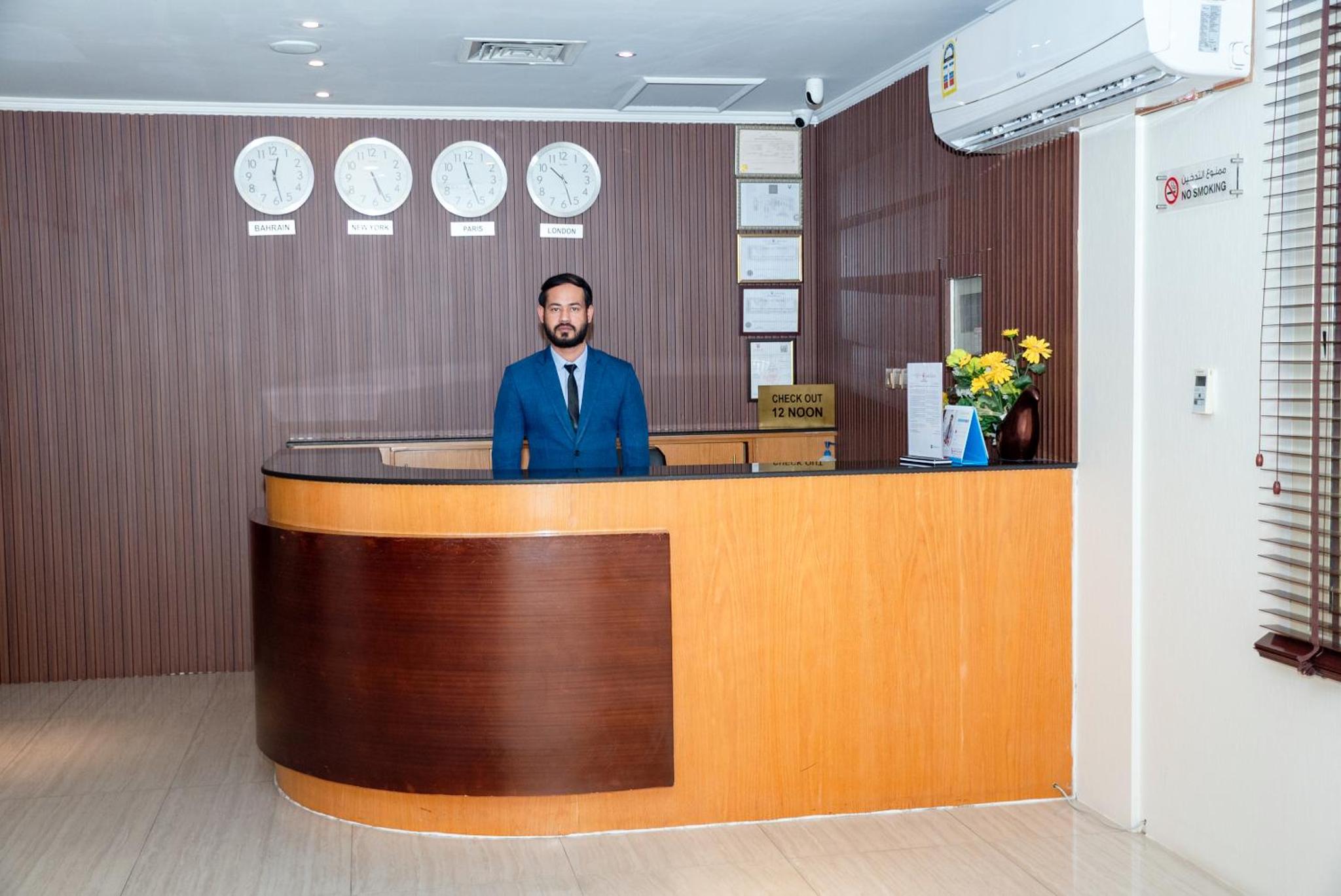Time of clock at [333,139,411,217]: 5:26
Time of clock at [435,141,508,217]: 11:26
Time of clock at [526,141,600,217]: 10:27
